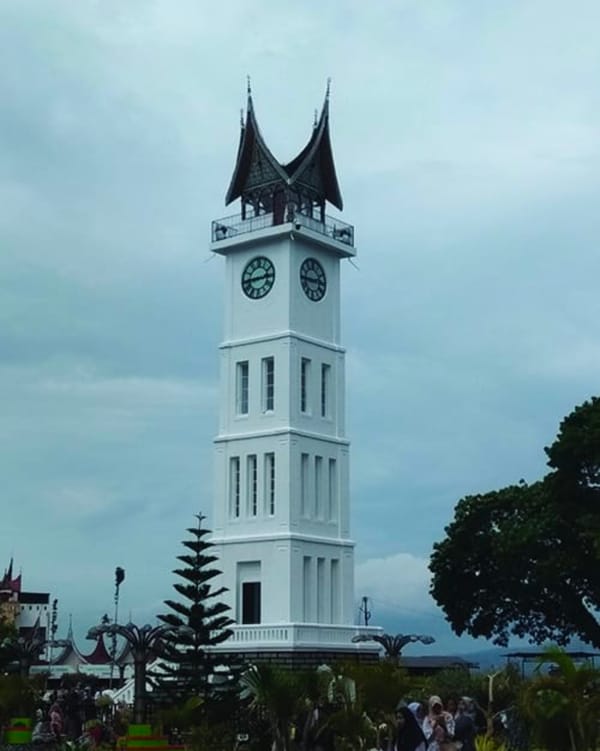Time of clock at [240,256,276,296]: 2:43
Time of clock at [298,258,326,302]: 2:45
